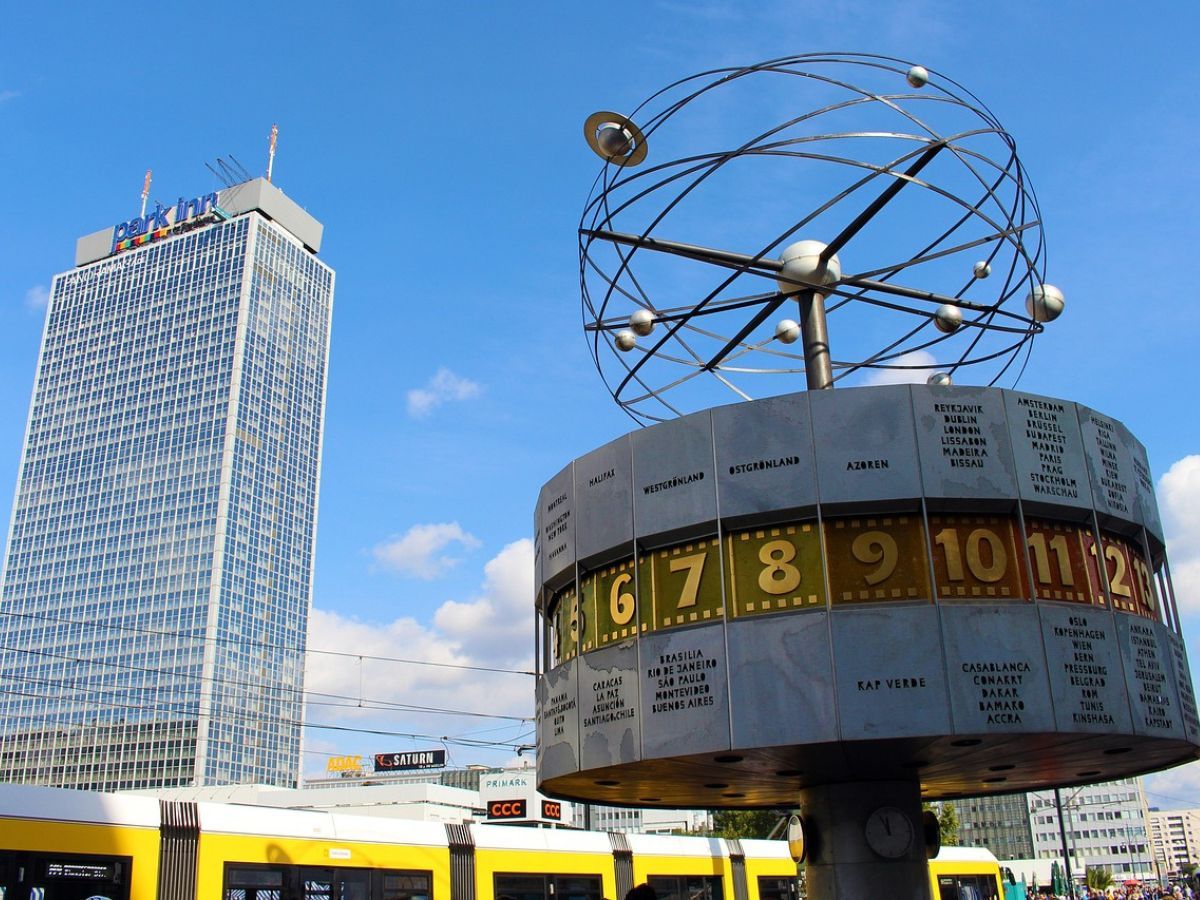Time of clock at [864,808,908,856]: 11:55
